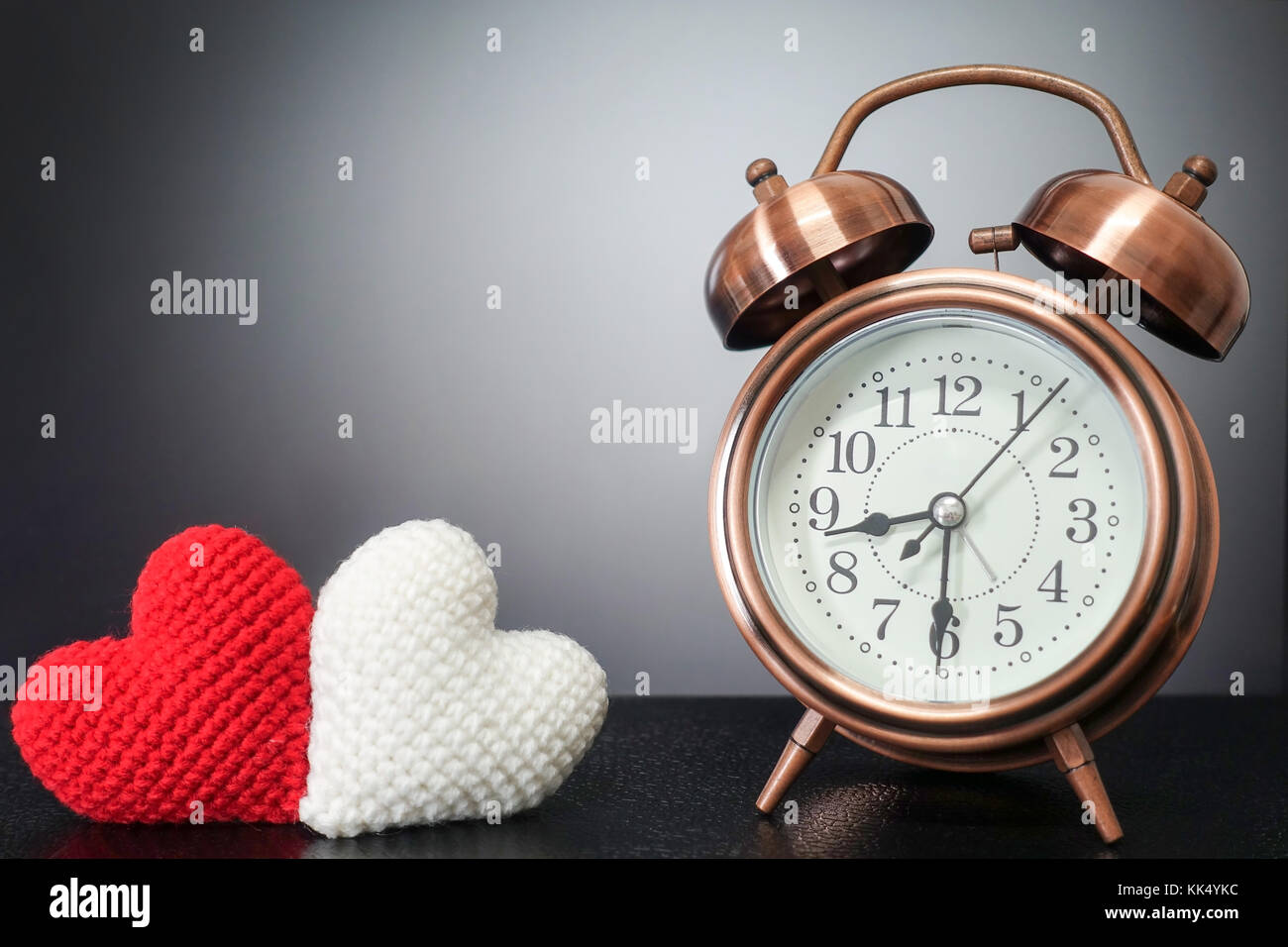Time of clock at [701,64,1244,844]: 8:30
